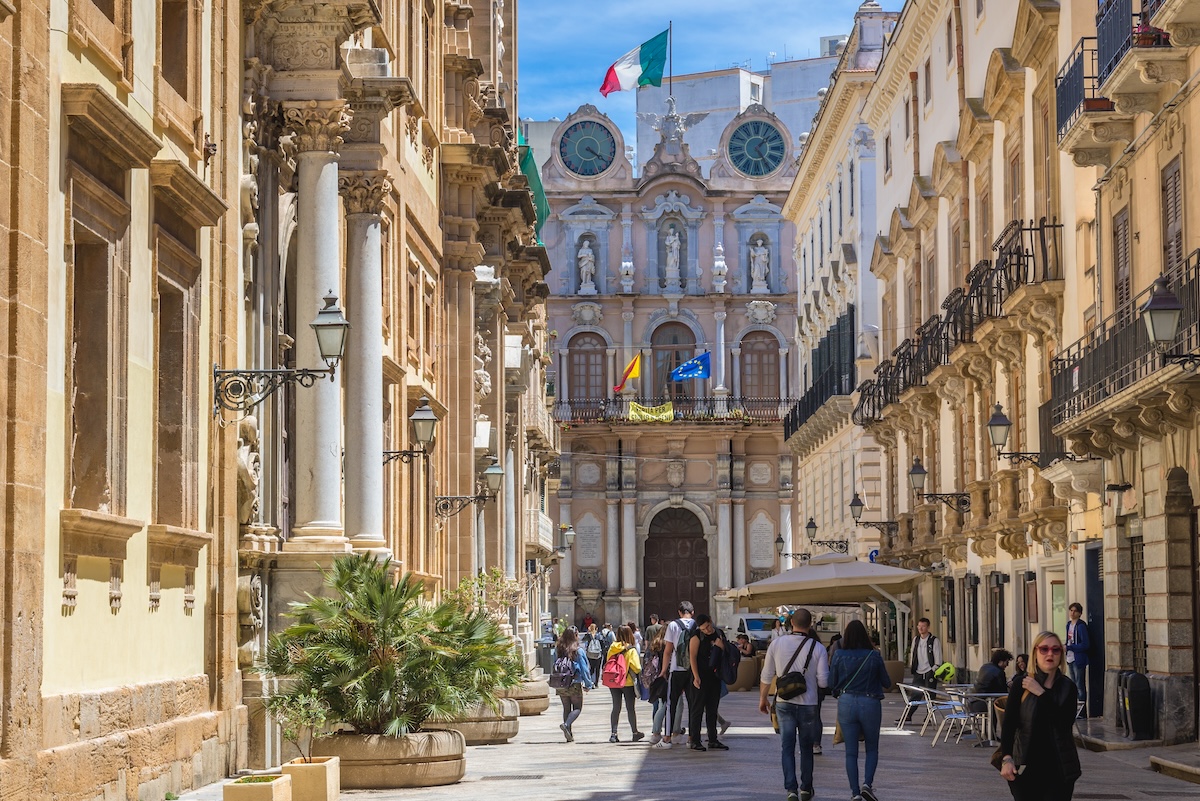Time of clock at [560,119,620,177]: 4:21
